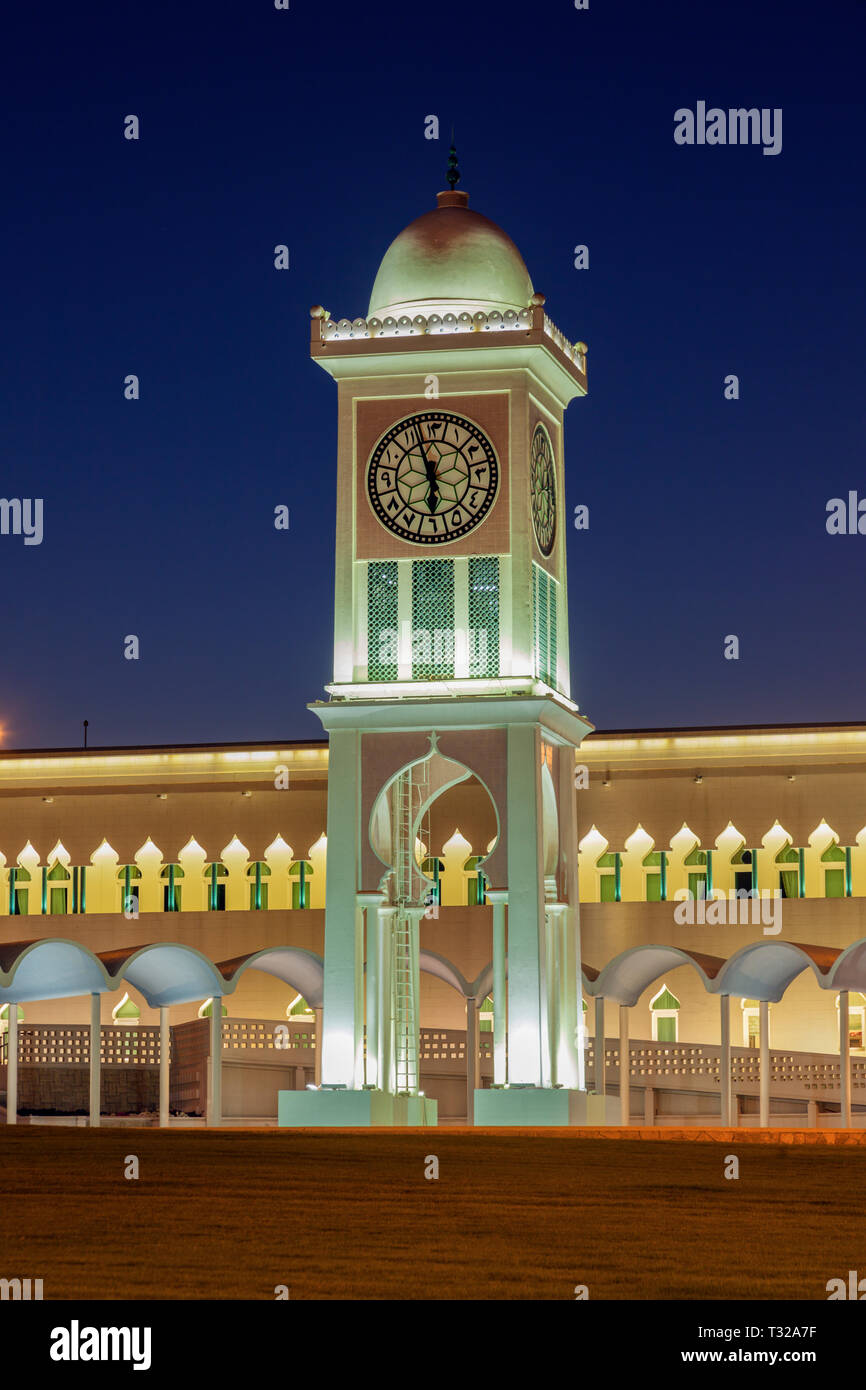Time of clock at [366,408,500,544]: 5:56
